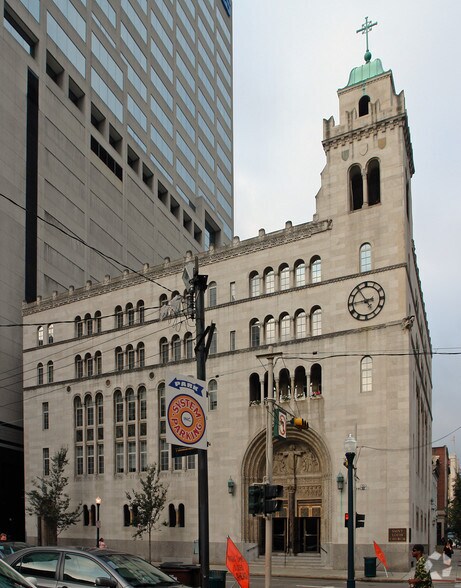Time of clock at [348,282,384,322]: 4:44
